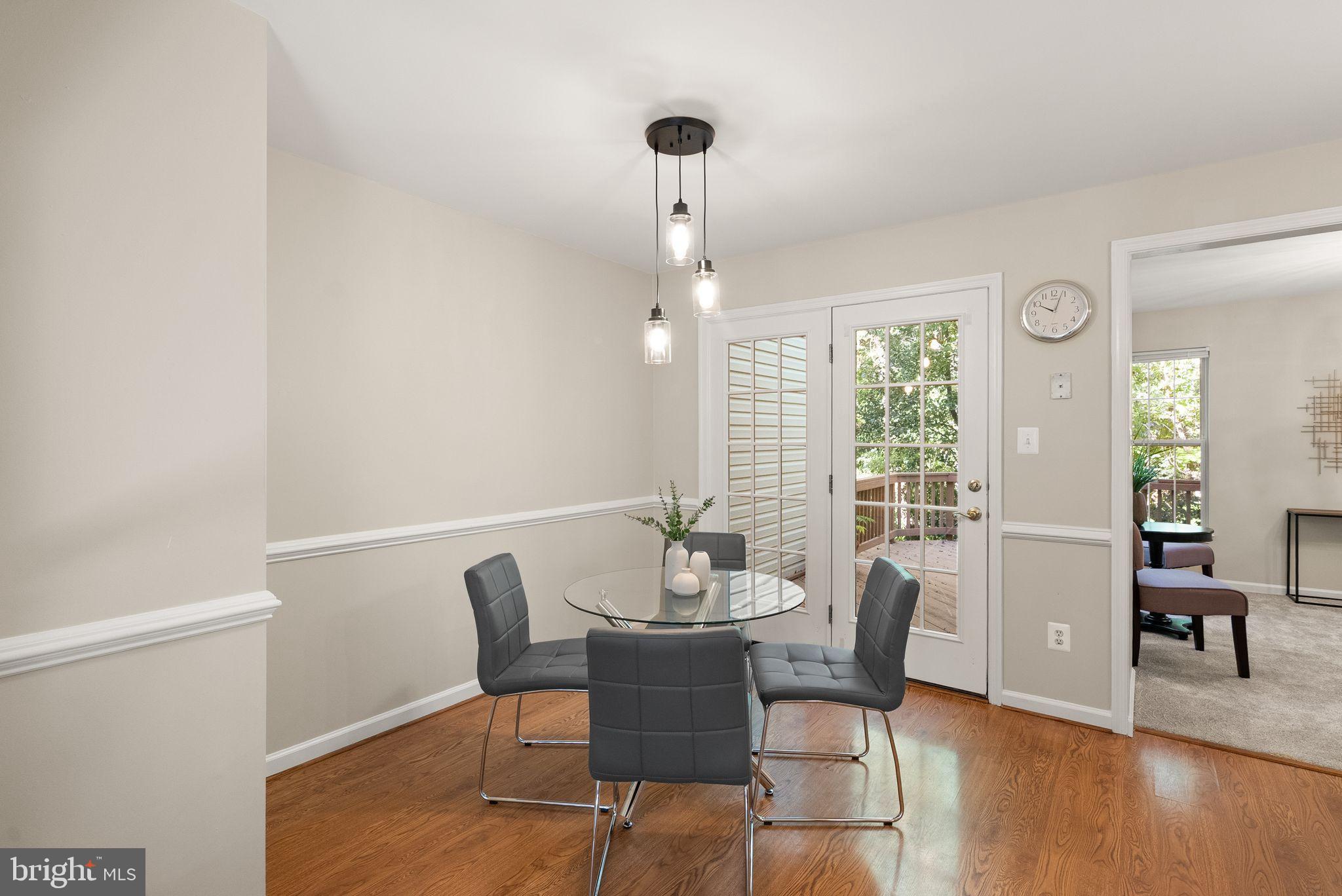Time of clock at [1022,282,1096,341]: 10:03
